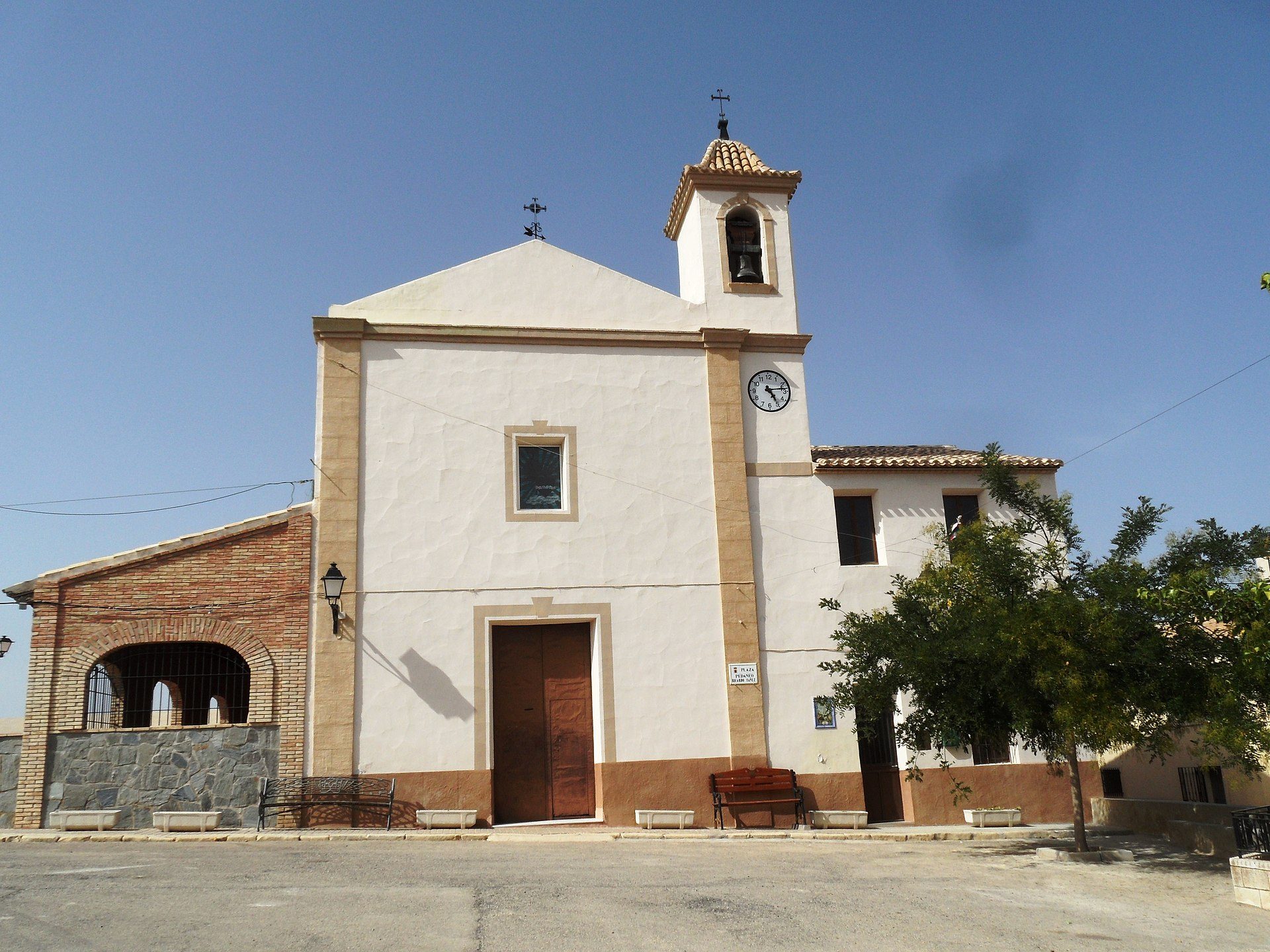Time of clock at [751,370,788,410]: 5:13
